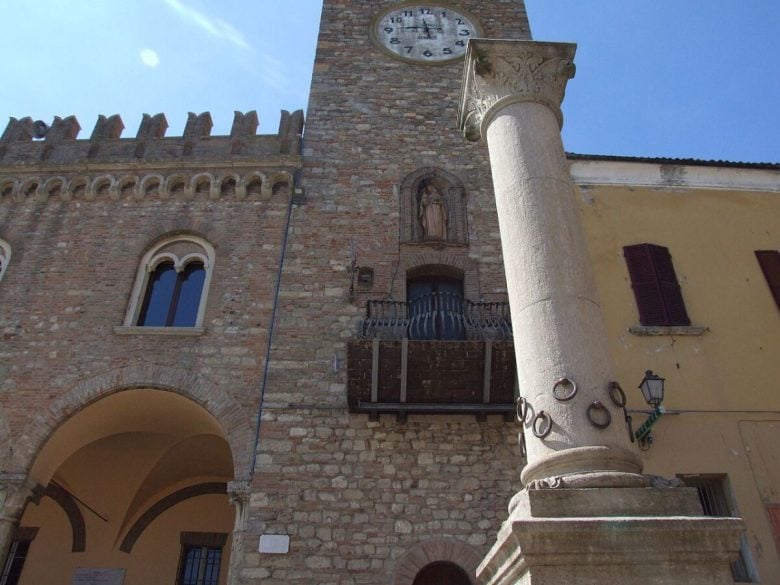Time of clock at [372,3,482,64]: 11:45
